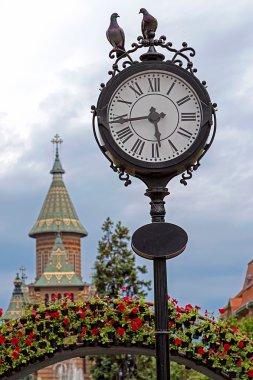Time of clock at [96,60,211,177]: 5:43
